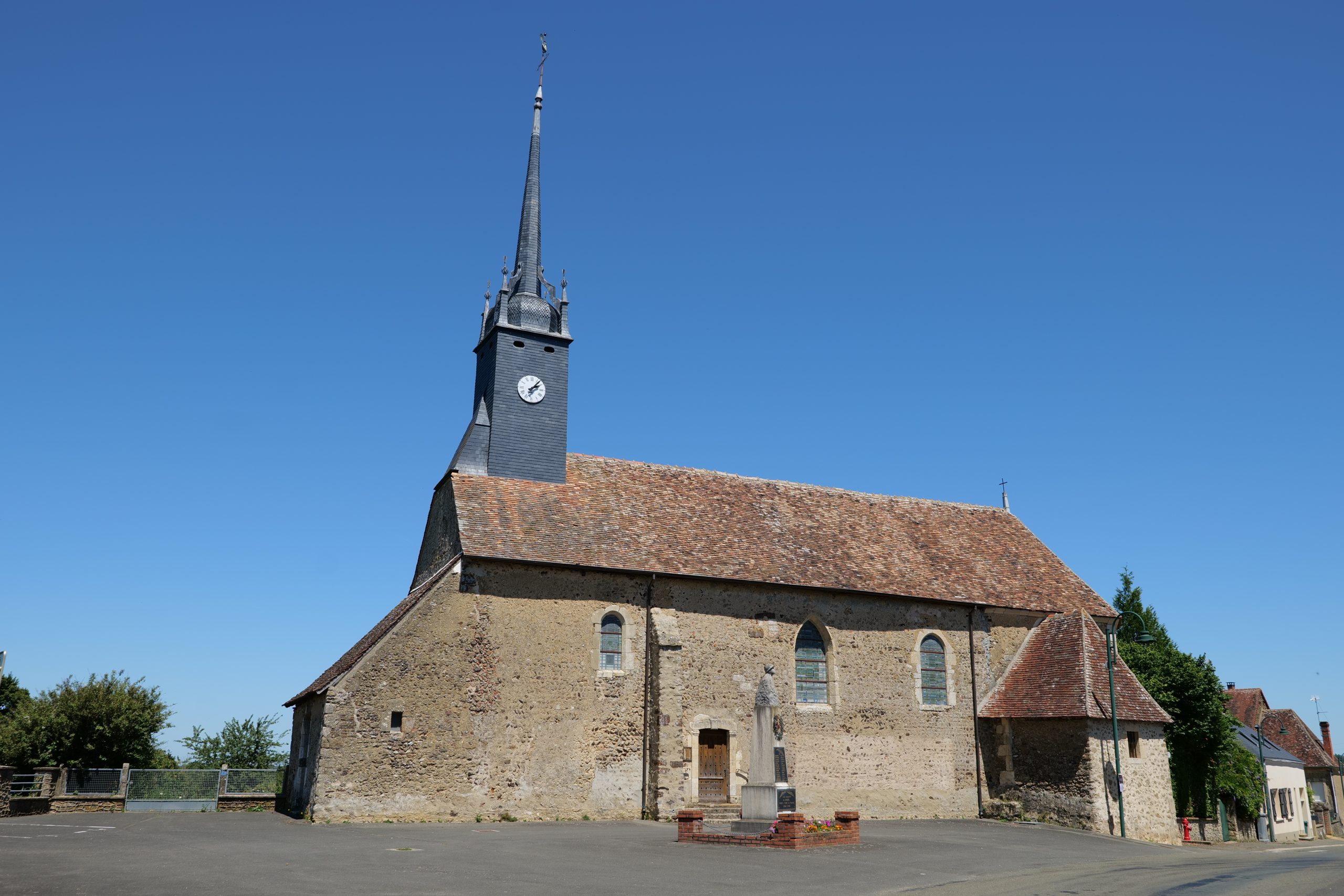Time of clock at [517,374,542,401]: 2:06
